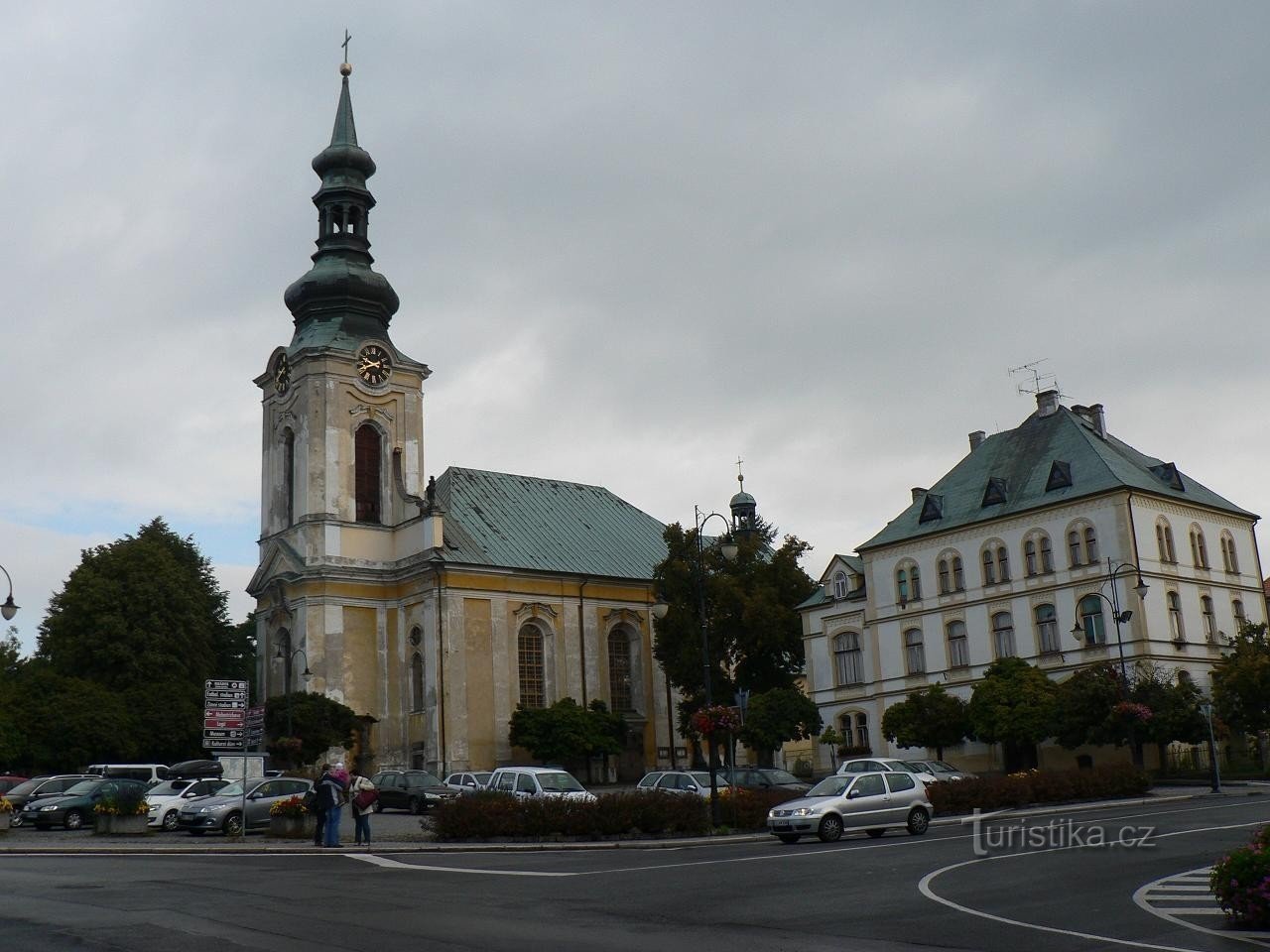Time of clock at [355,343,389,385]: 9:41
